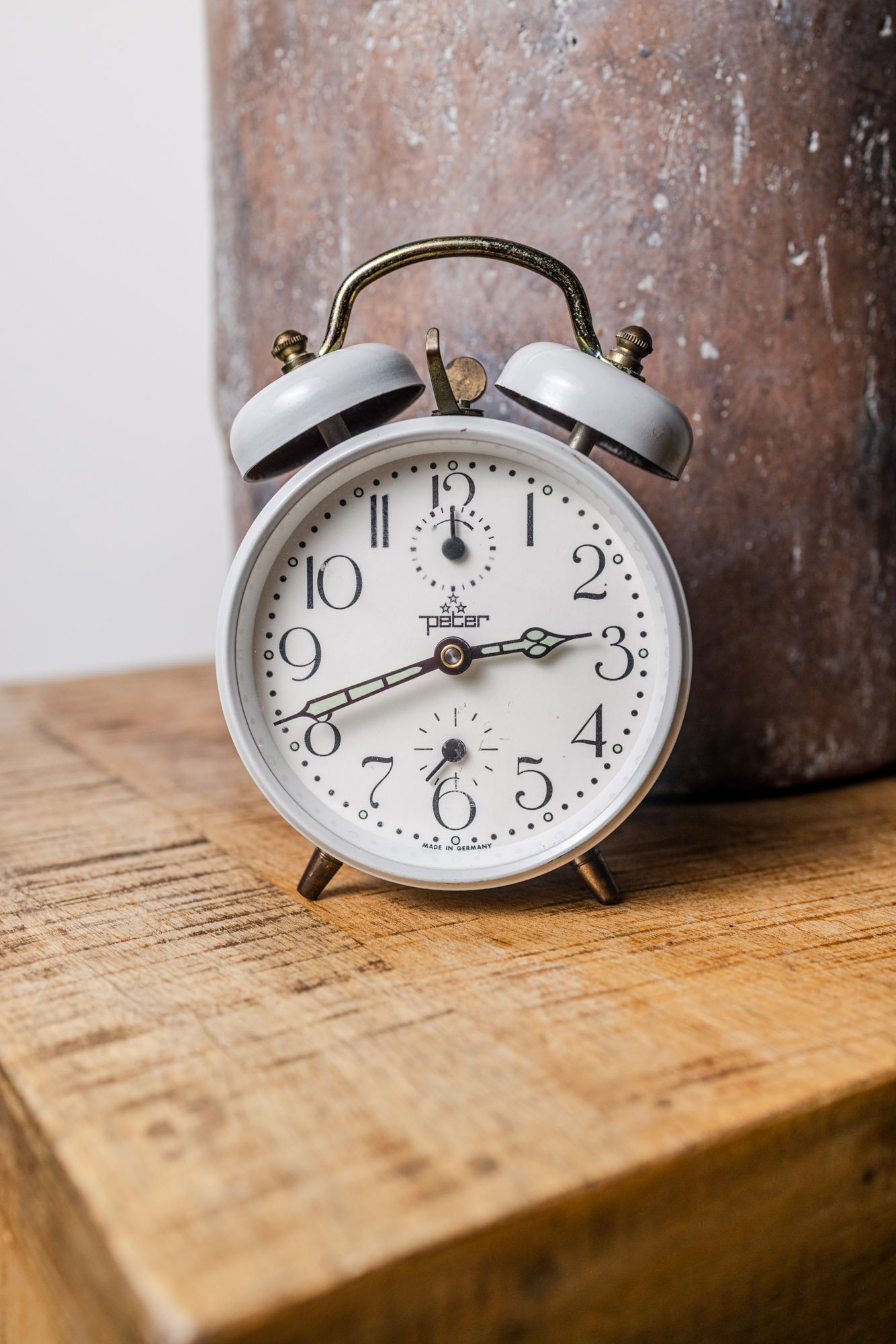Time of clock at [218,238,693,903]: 2:41
